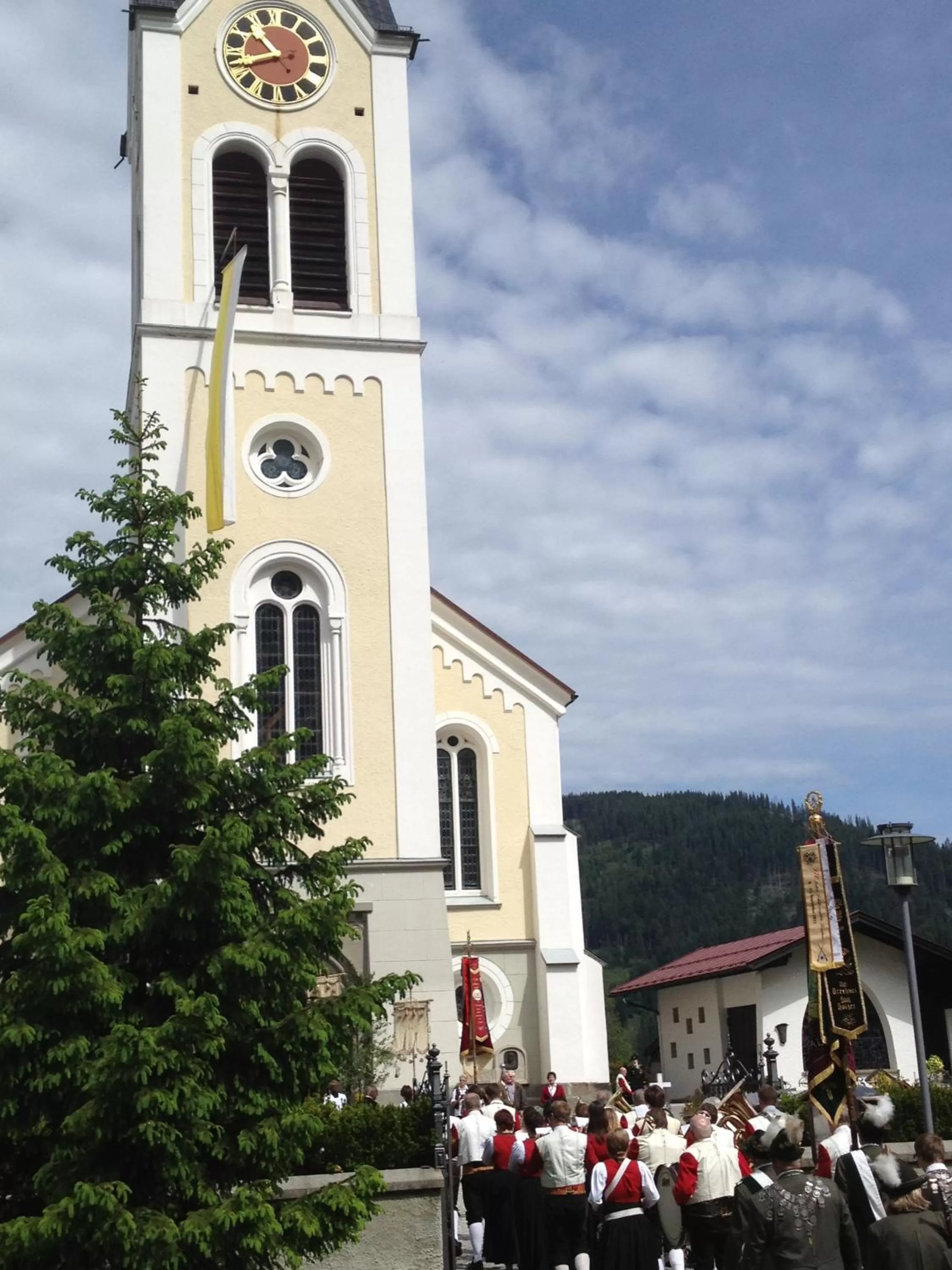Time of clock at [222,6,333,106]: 10:42
